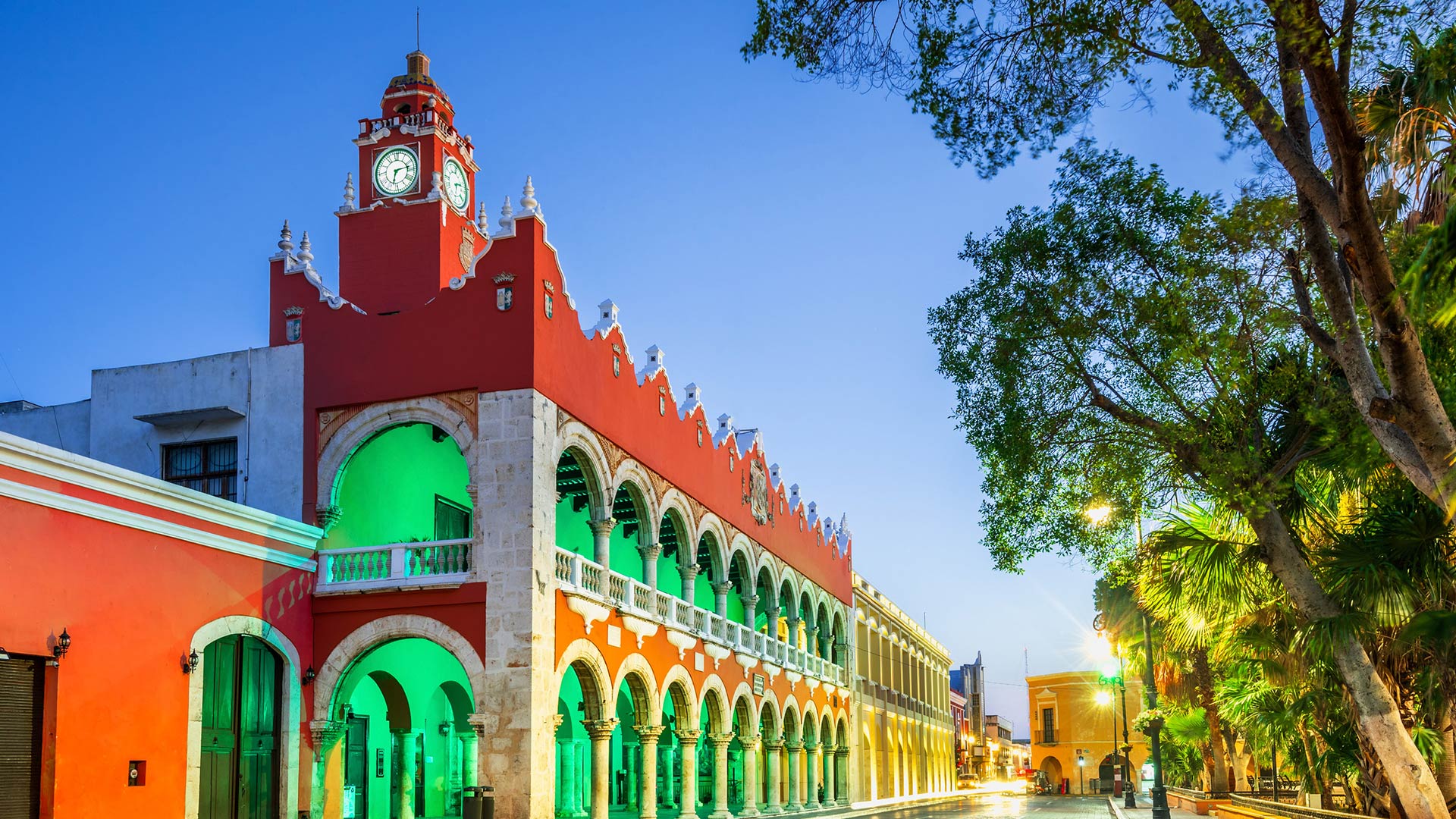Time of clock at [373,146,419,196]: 6:13
